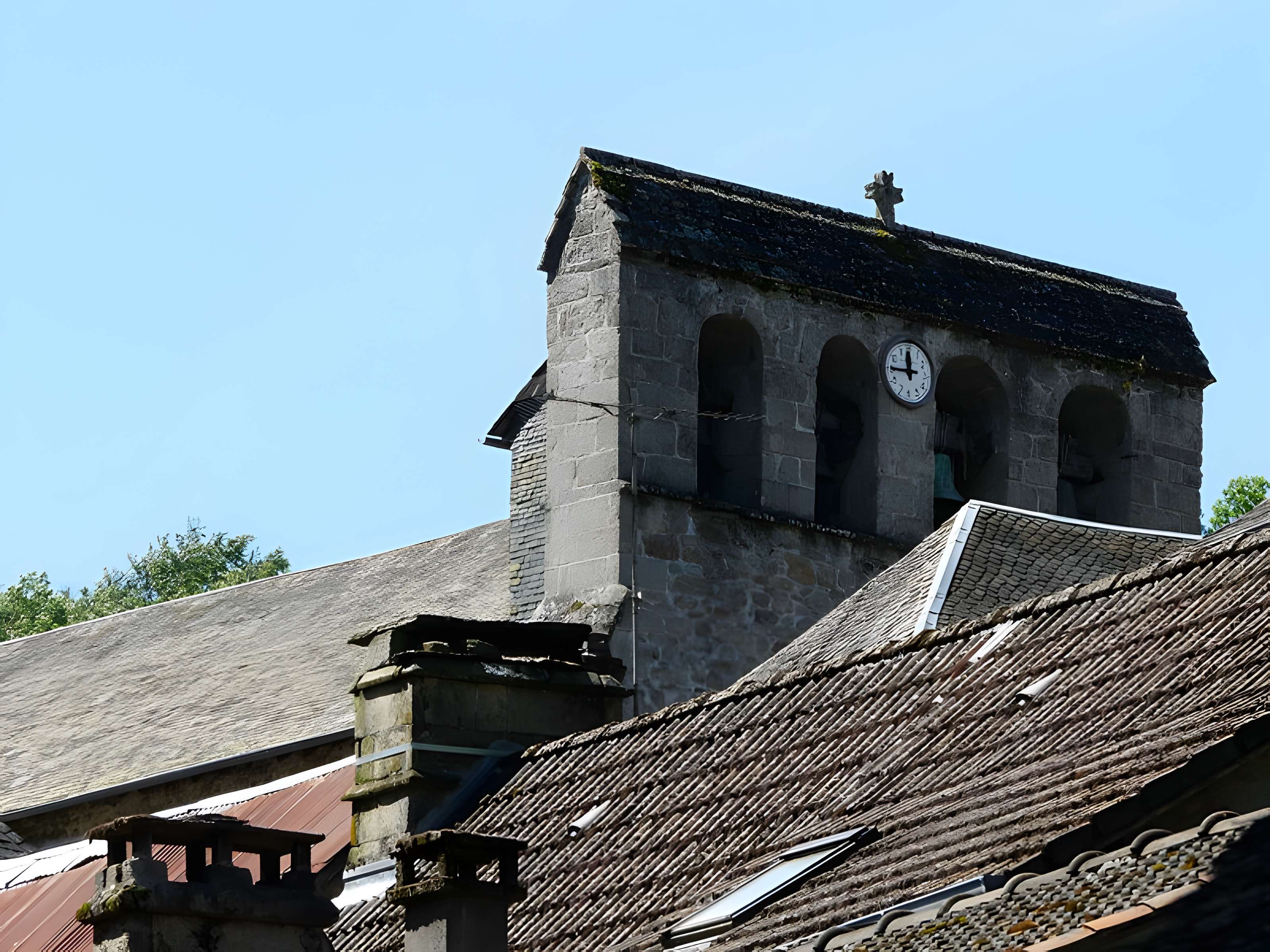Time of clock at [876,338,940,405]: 11:45
